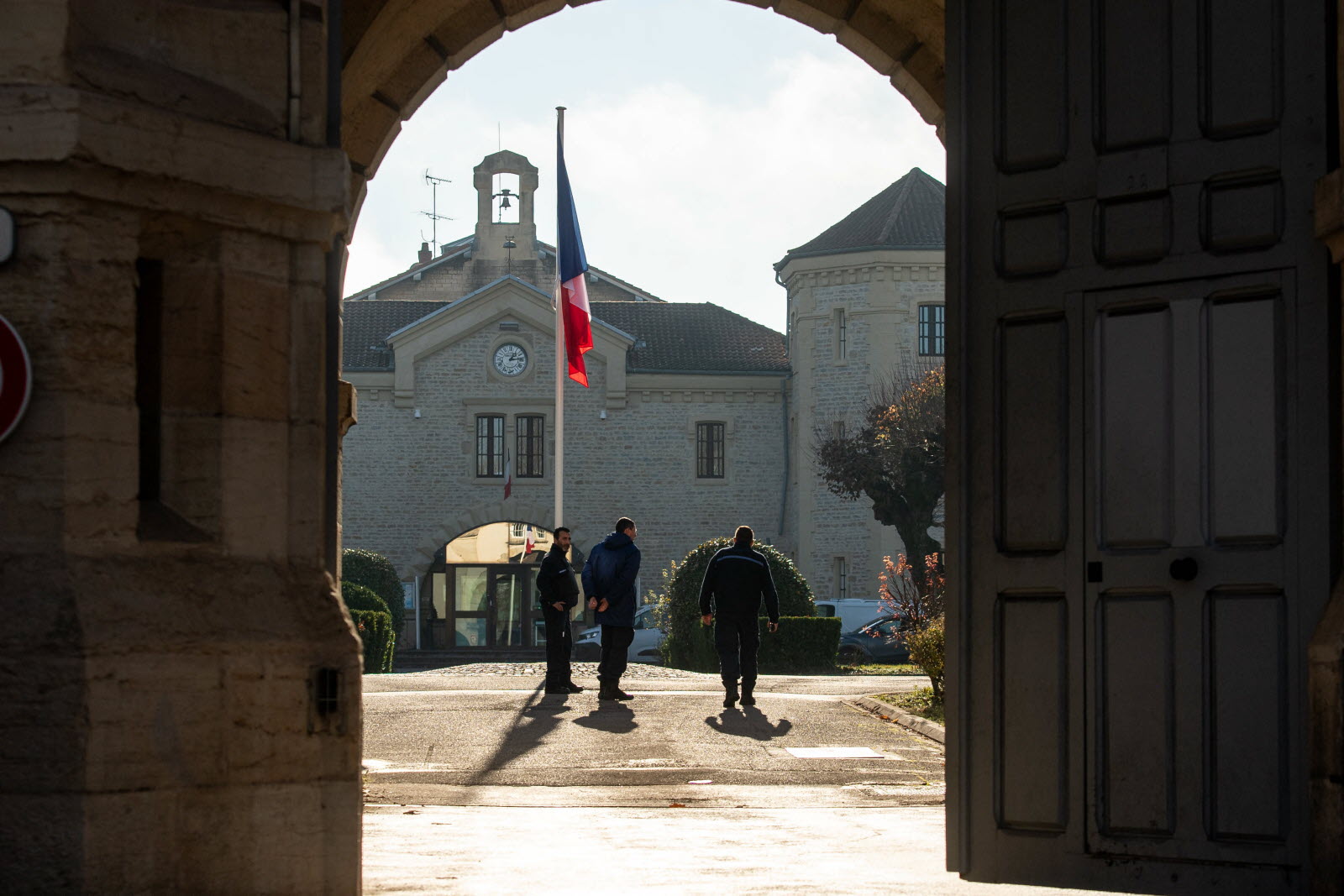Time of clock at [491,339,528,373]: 1:13
